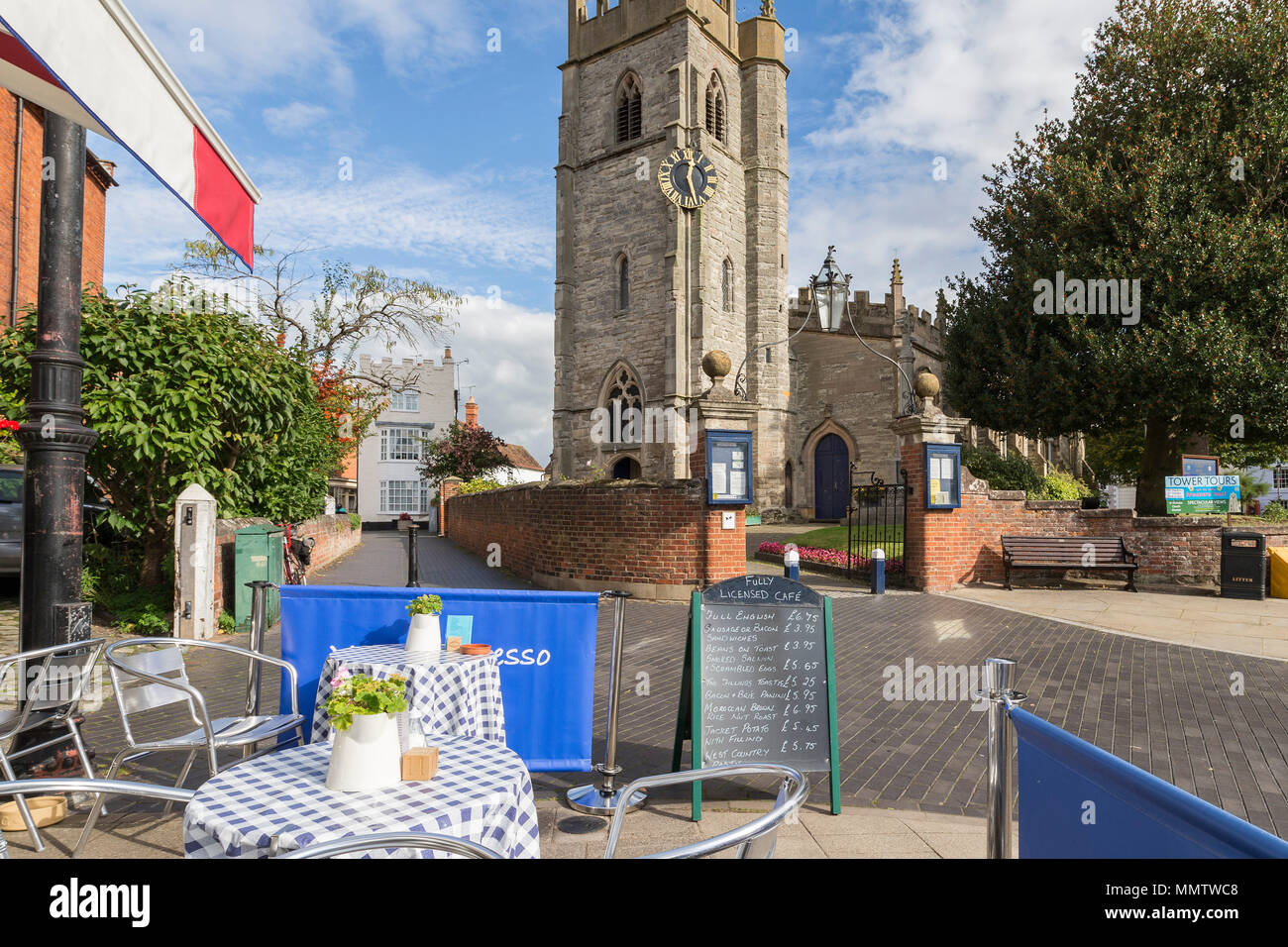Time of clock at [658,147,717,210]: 12:26
